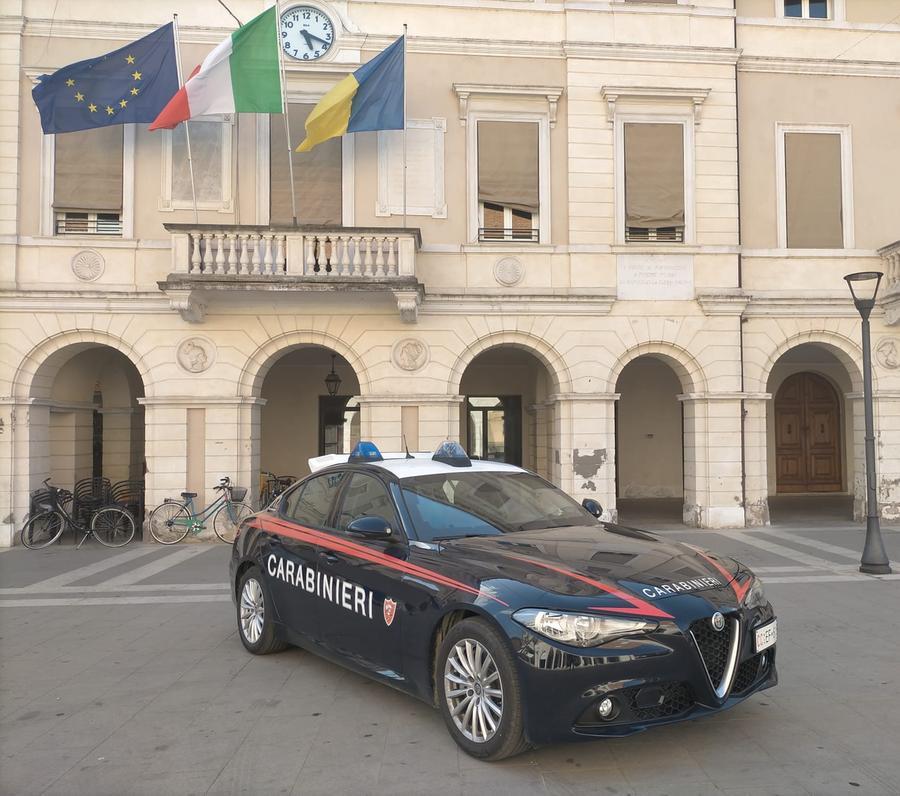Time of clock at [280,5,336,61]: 5:18
